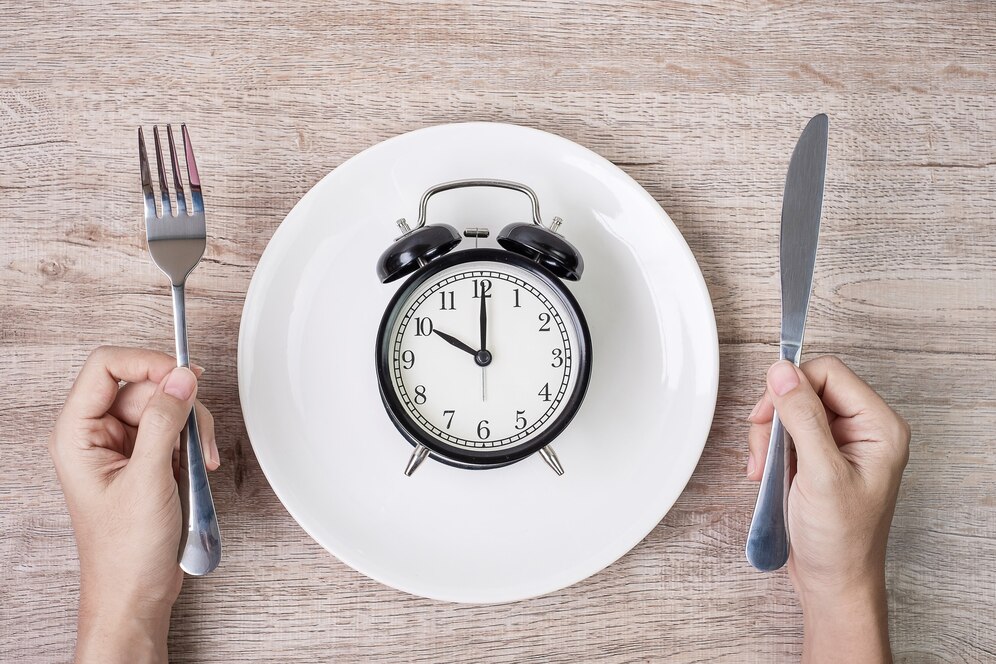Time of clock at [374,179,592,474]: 10:00
